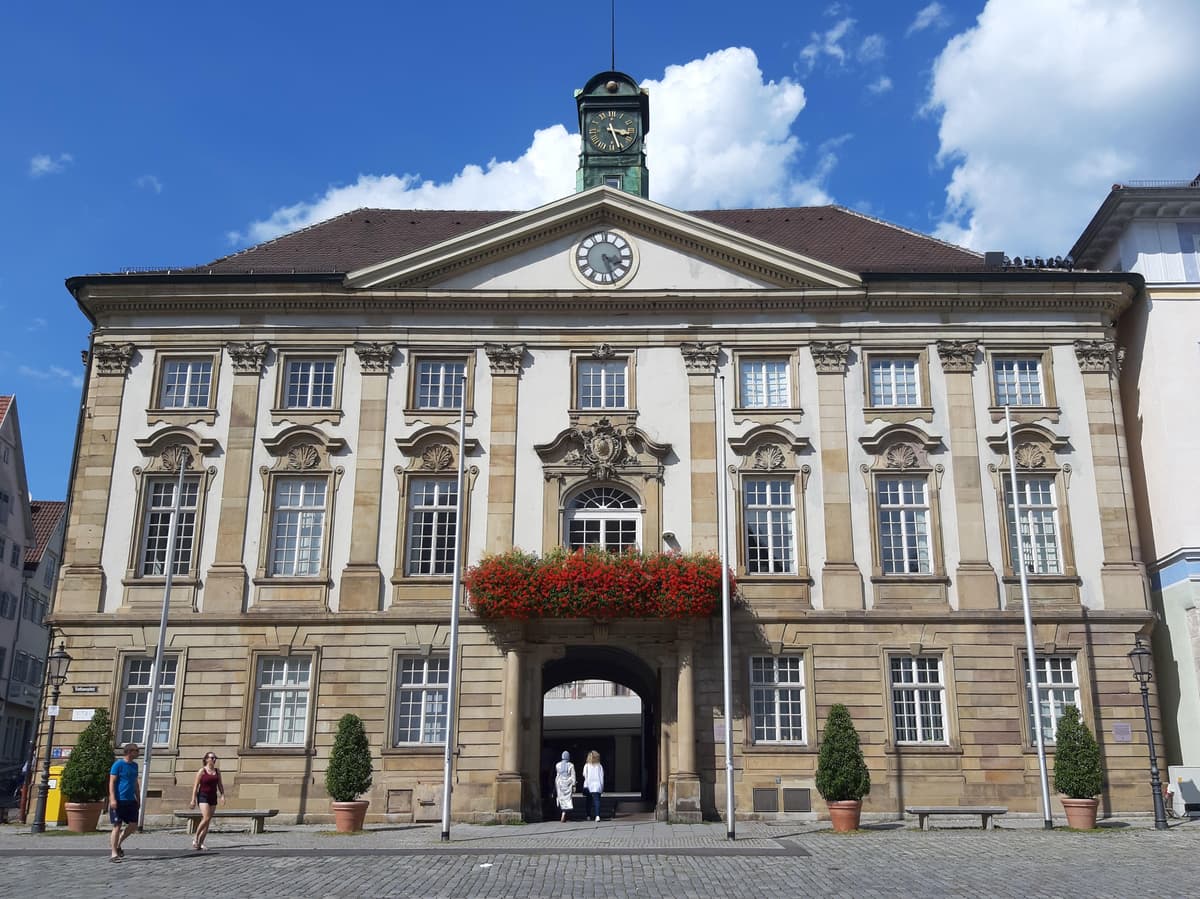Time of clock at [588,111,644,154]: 3:26
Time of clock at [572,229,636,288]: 3:26
